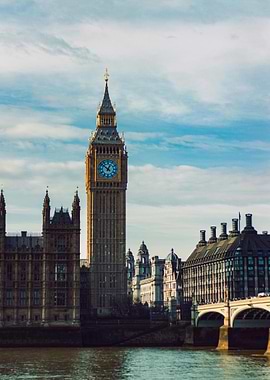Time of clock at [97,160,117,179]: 12:52
